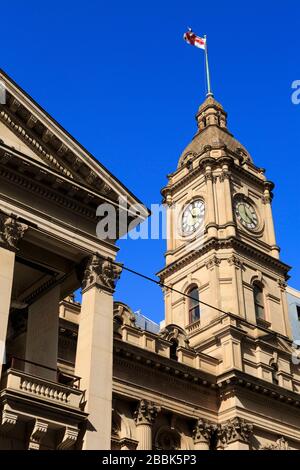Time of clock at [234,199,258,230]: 3:58
